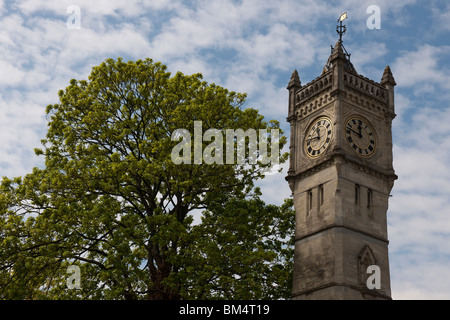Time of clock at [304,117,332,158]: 11:46
